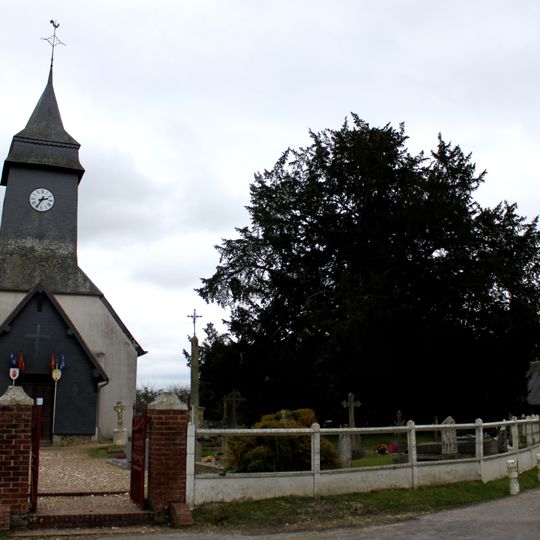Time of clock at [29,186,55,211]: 2:34
